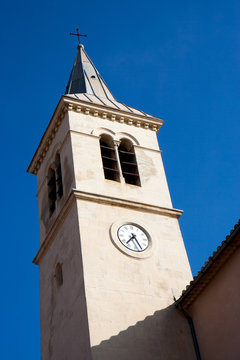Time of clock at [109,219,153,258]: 7:25
